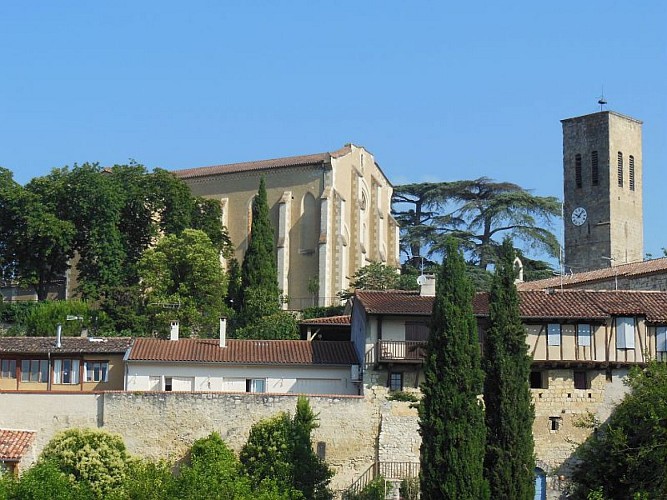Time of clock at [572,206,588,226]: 10:07
